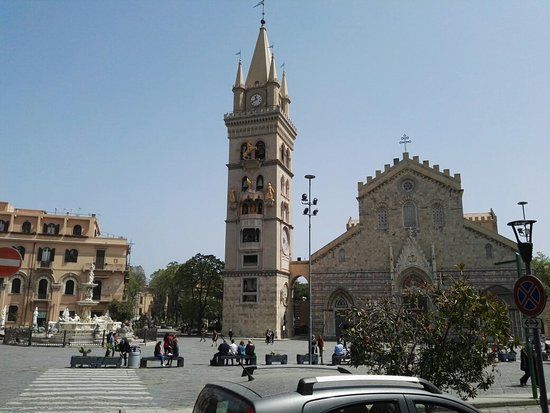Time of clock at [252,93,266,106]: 11:40
